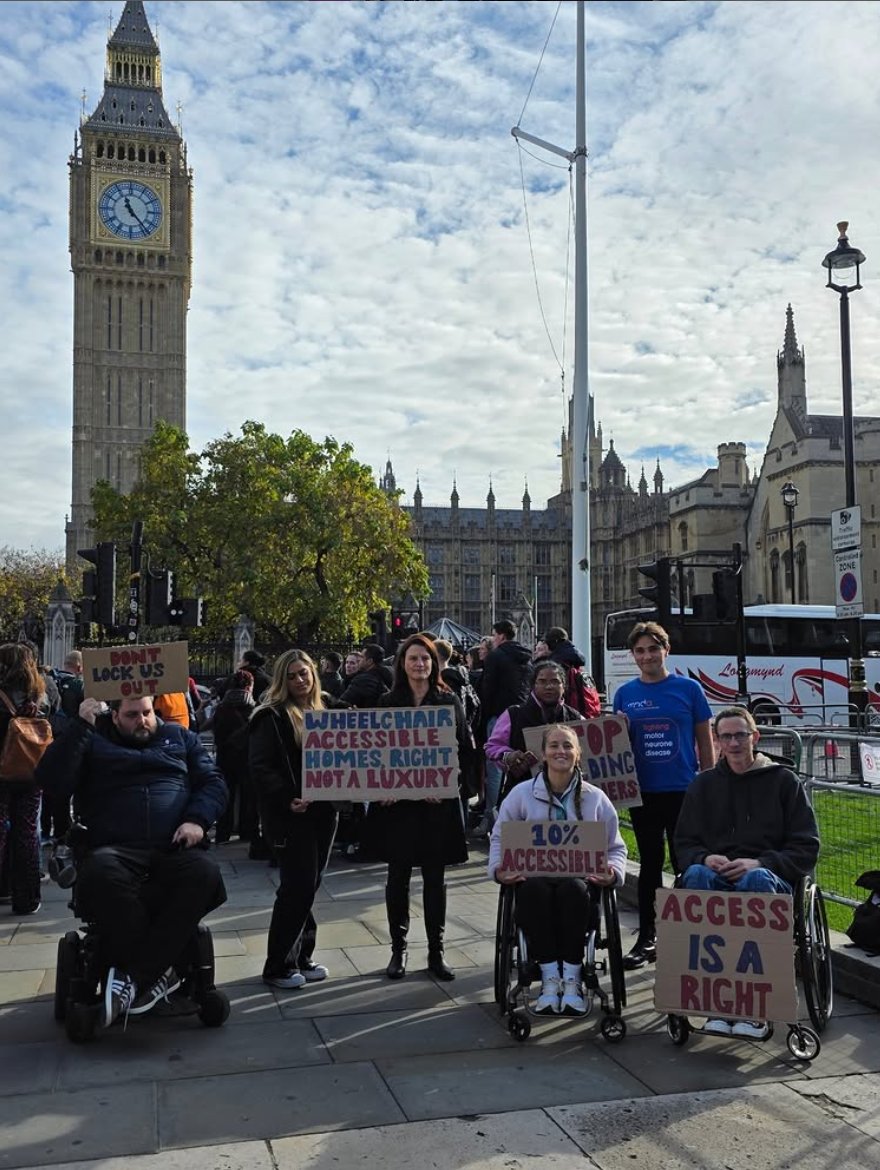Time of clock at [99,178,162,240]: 11:23
